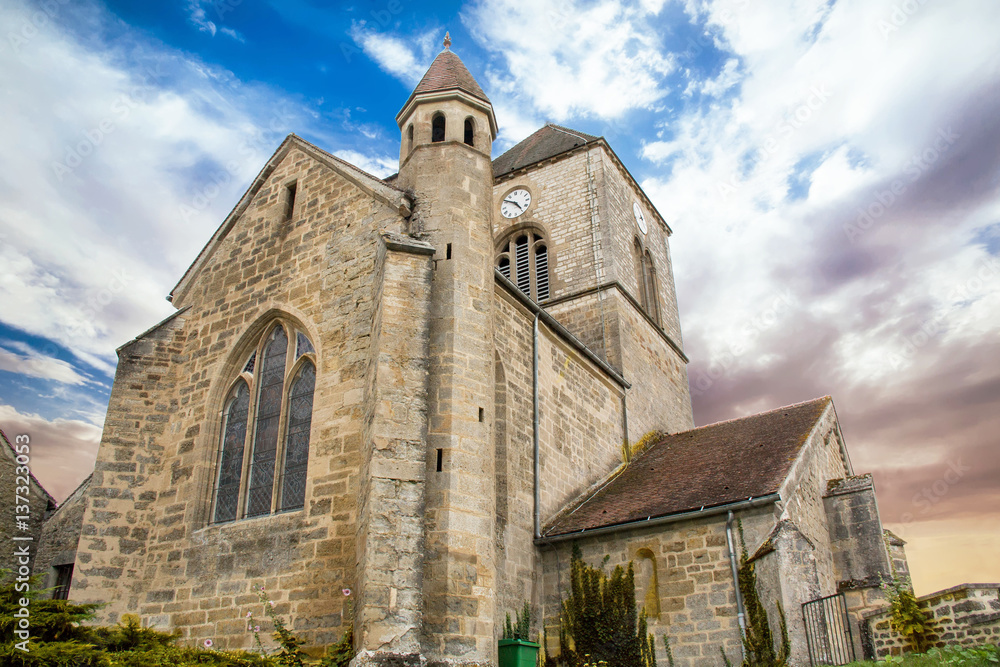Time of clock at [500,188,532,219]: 4:50
